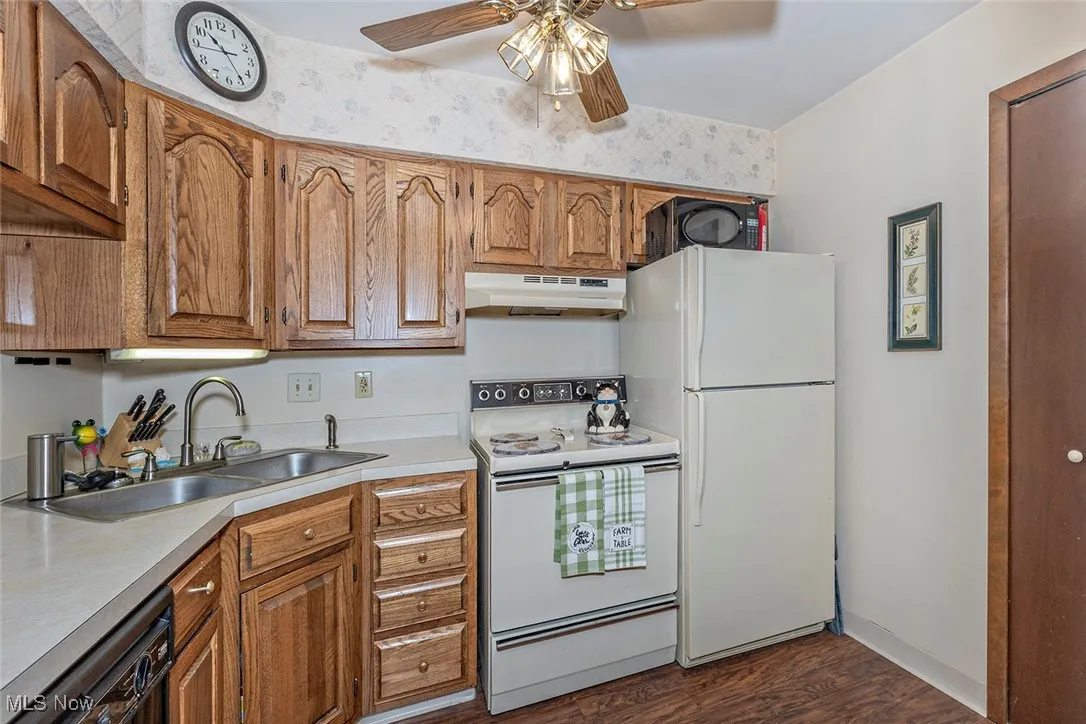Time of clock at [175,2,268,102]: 10:24
